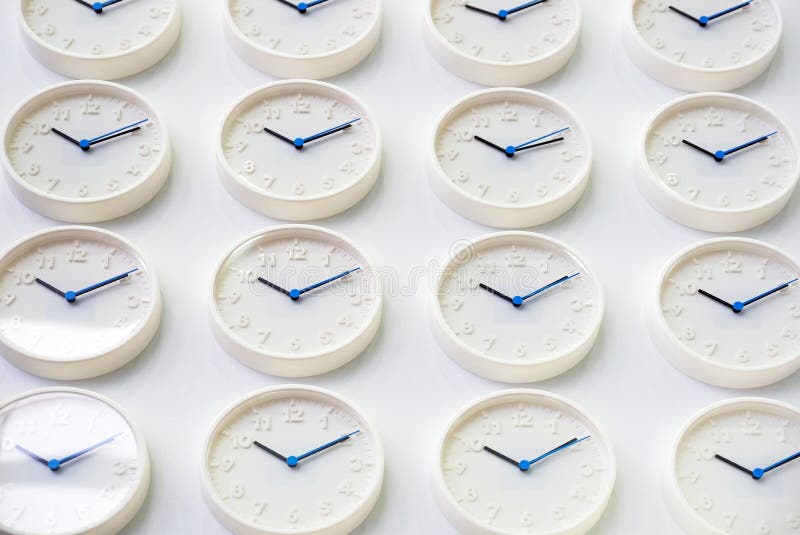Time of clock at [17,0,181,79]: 10:10
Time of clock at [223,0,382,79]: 10:10
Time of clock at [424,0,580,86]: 10:10
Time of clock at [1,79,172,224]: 10:10
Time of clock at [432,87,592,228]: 10:11
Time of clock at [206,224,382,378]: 10:10
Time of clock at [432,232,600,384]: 10:09
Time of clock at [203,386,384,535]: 10:10
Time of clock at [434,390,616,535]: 10:09
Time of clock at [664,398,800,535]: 10:10
